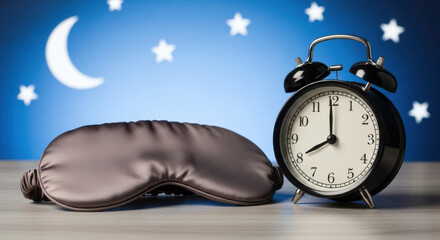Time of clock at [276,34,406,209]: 7:59
